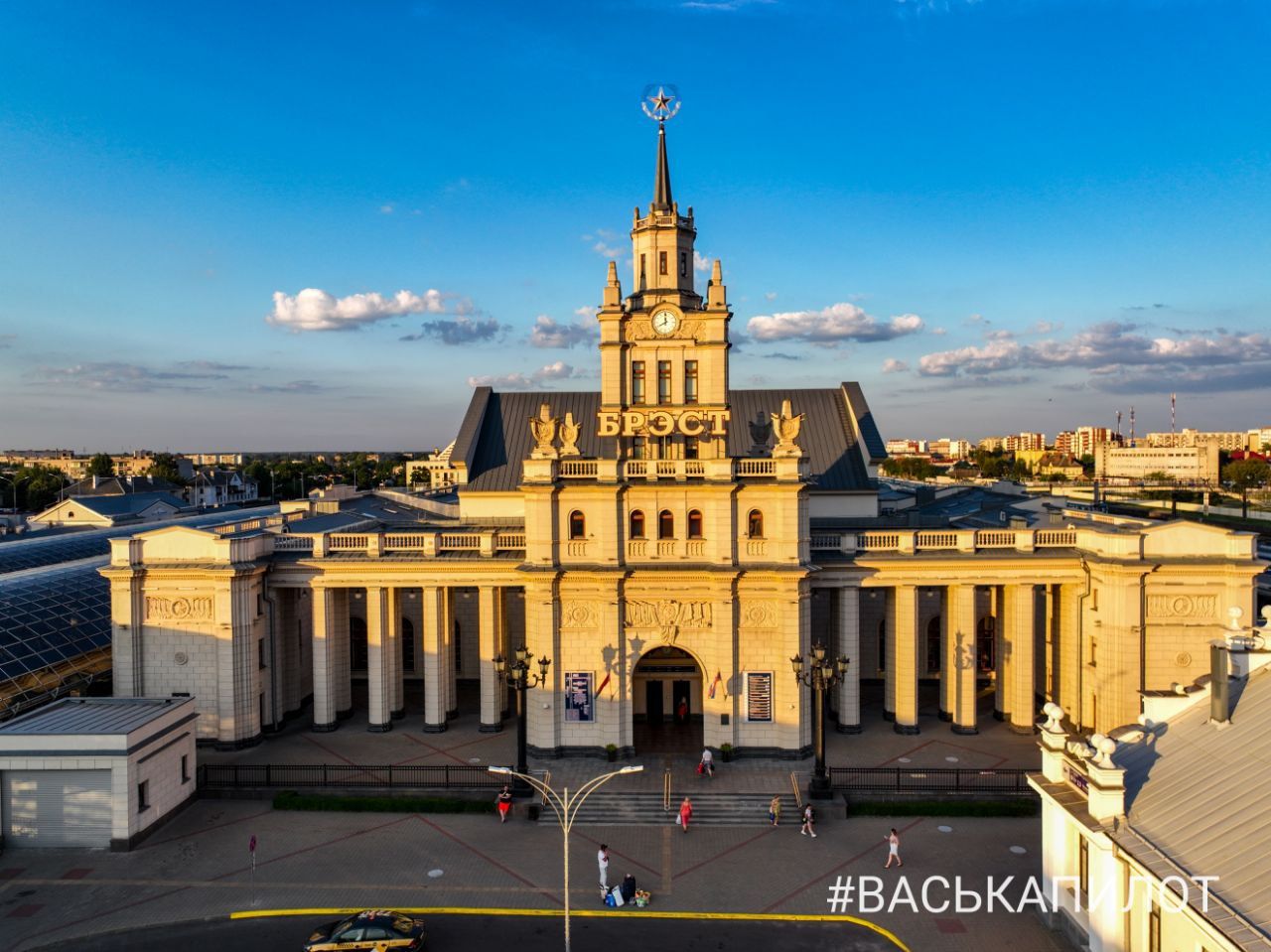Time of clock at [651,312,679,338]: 7:59
